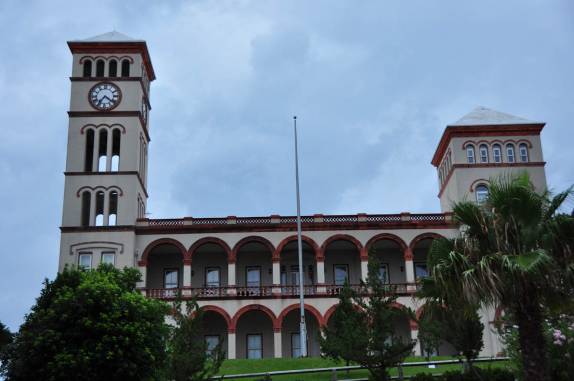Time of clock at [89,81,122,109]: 7:21
